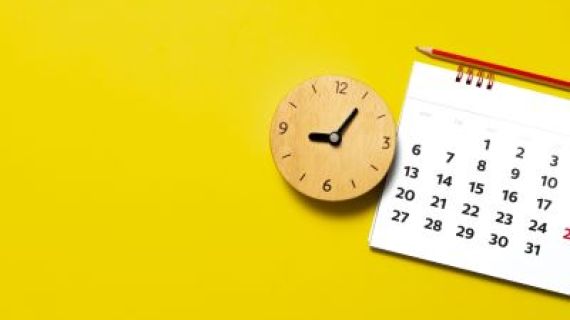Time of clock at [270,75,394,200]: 9:05
